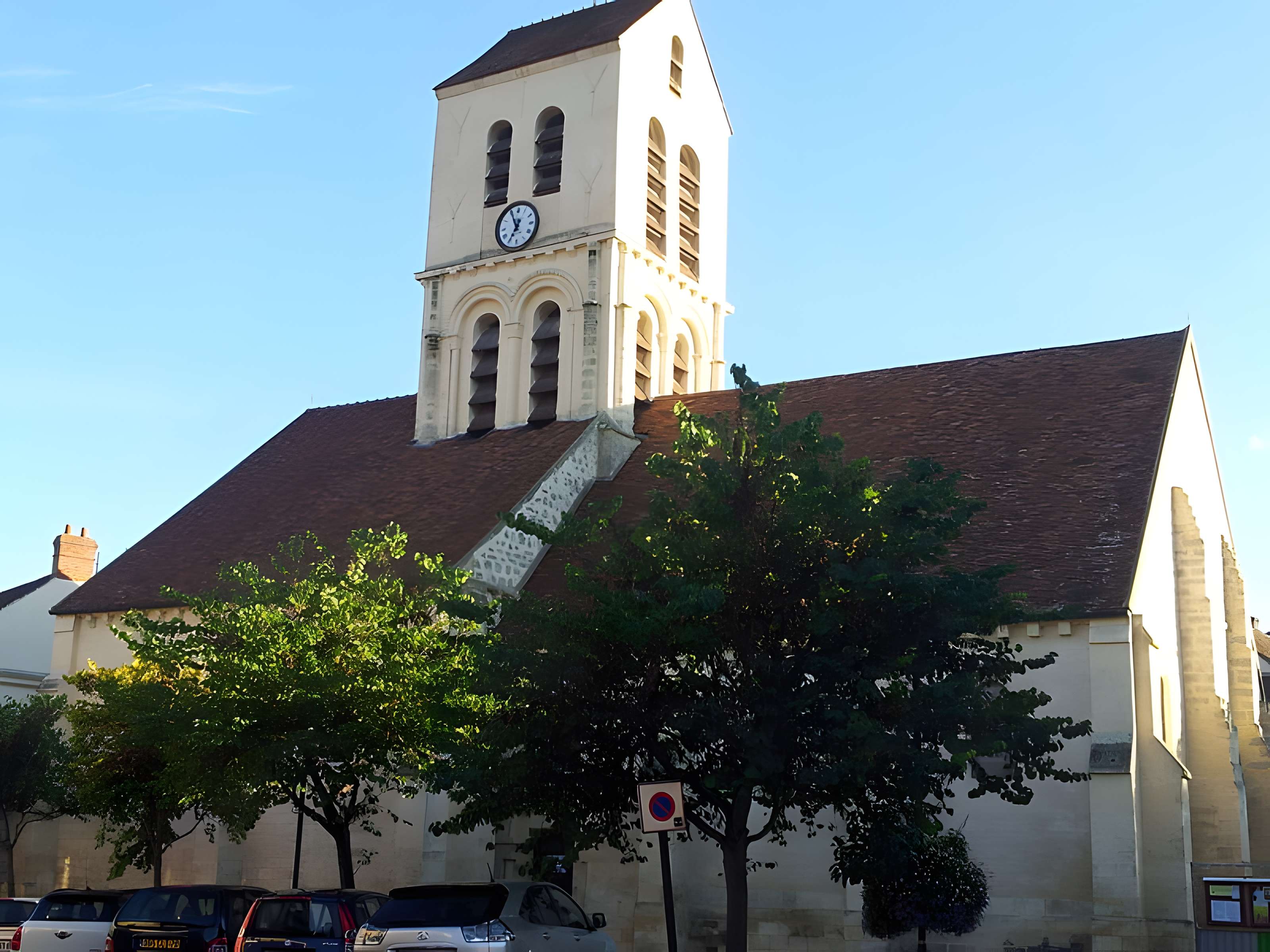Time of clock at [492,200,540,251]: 6:55
